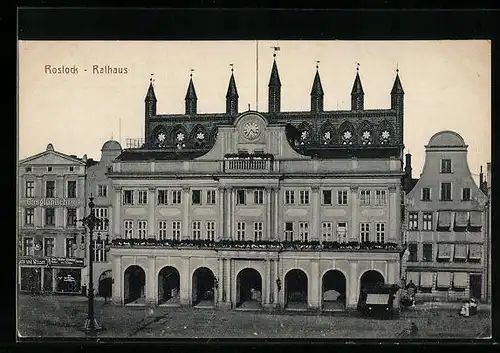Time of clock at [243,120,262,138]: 4:35
